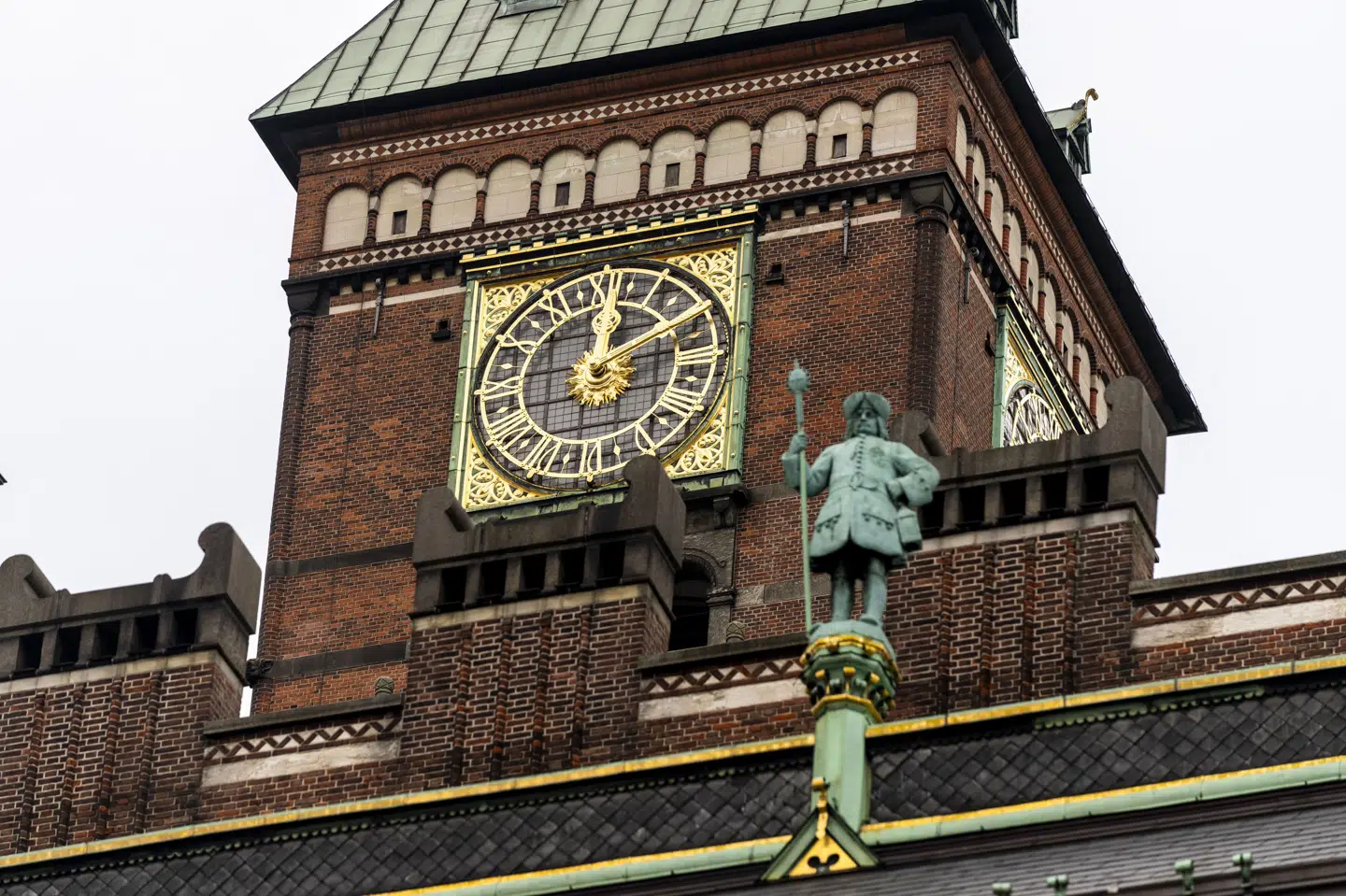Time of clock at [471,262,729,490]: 12:09
